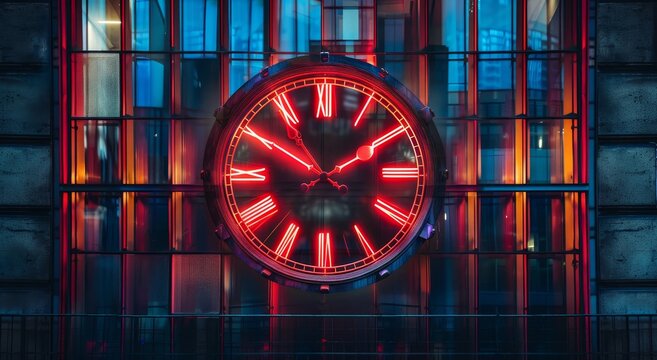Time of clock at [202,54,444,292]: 1:50
